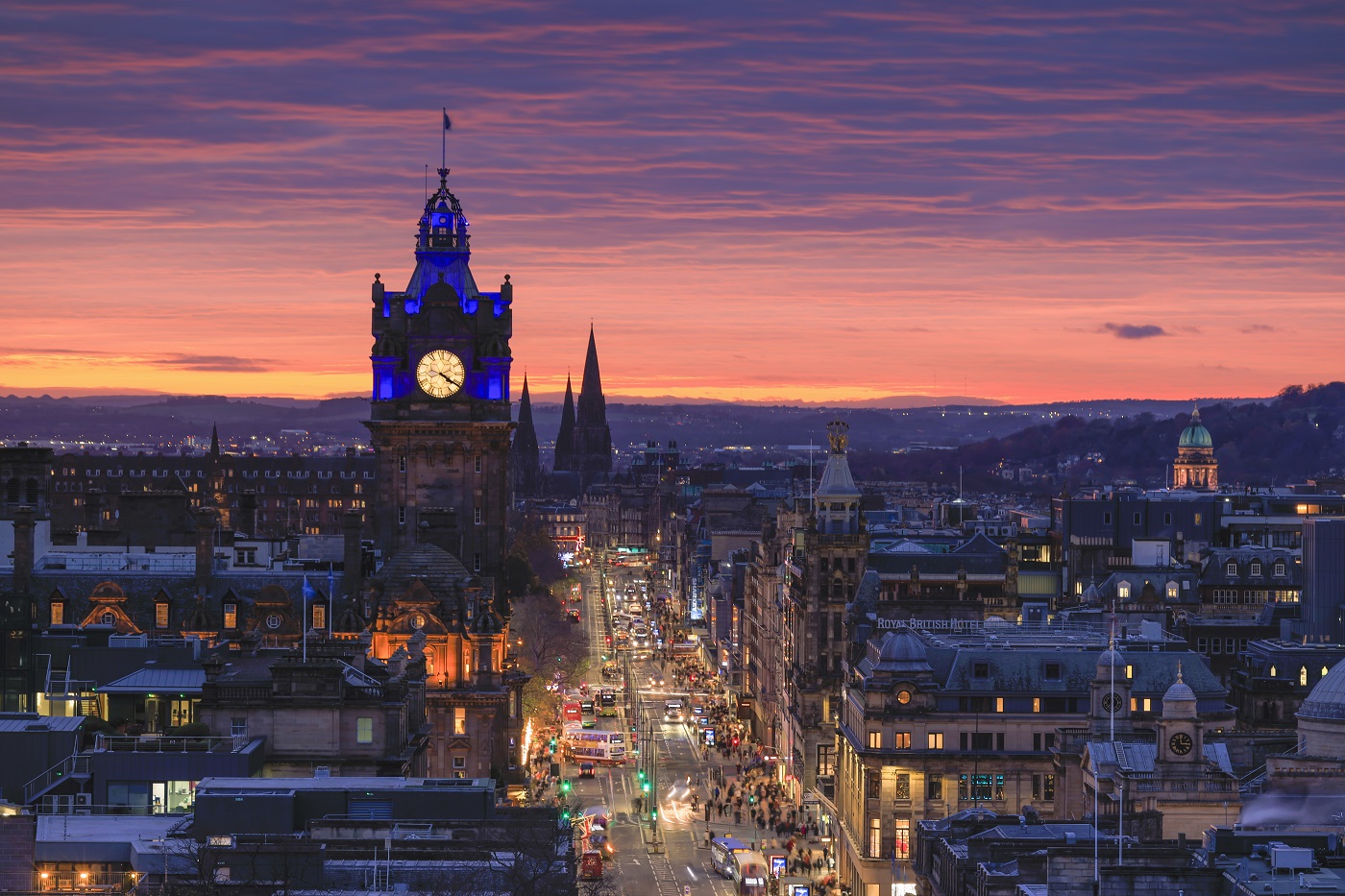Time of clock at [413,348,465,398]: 4:20
